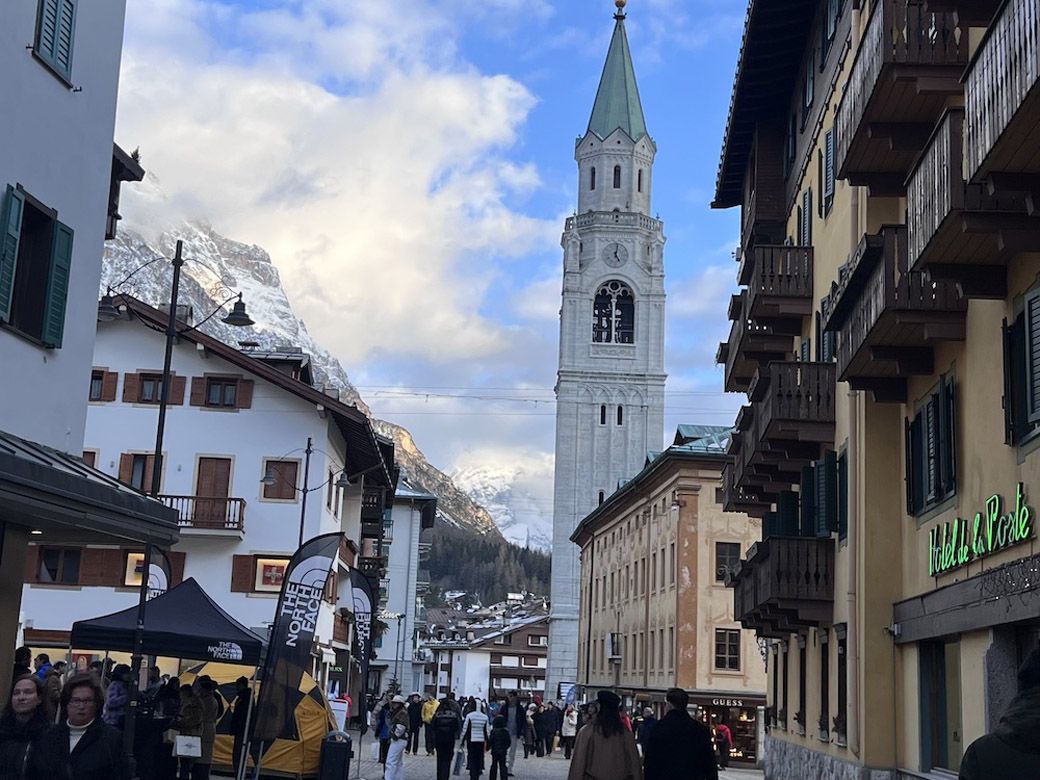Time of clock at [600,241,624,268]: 5:01
